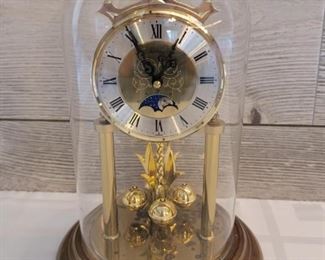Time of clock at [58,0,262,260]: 12:55
